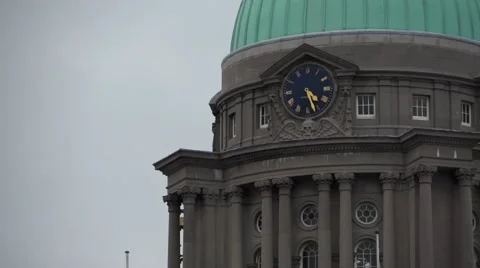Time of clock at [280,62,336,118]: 4:26
